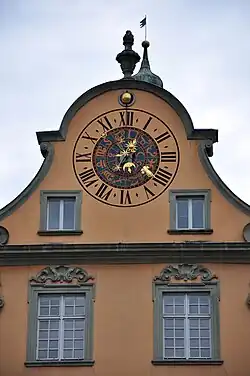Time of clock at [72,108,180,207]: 12:53
